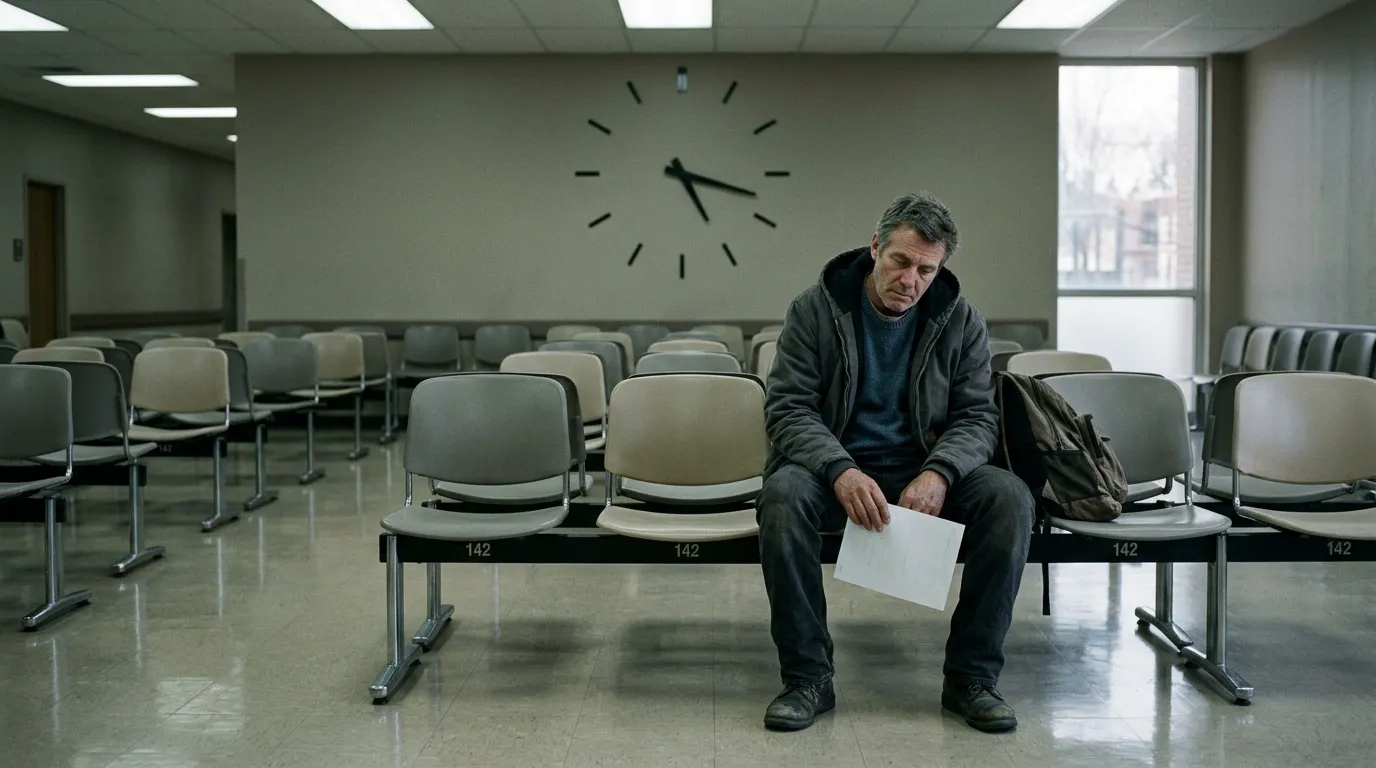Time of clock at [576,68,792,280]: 5:17
